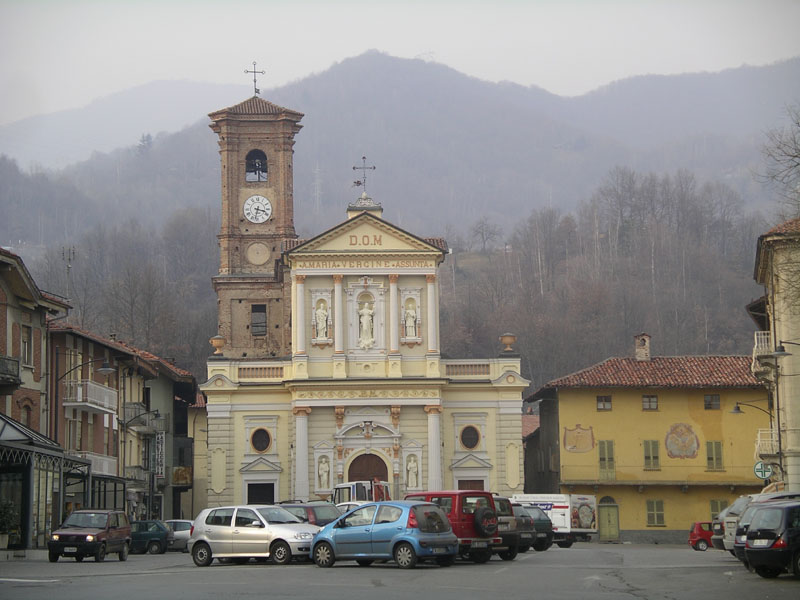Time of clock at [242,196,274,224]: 3:32
